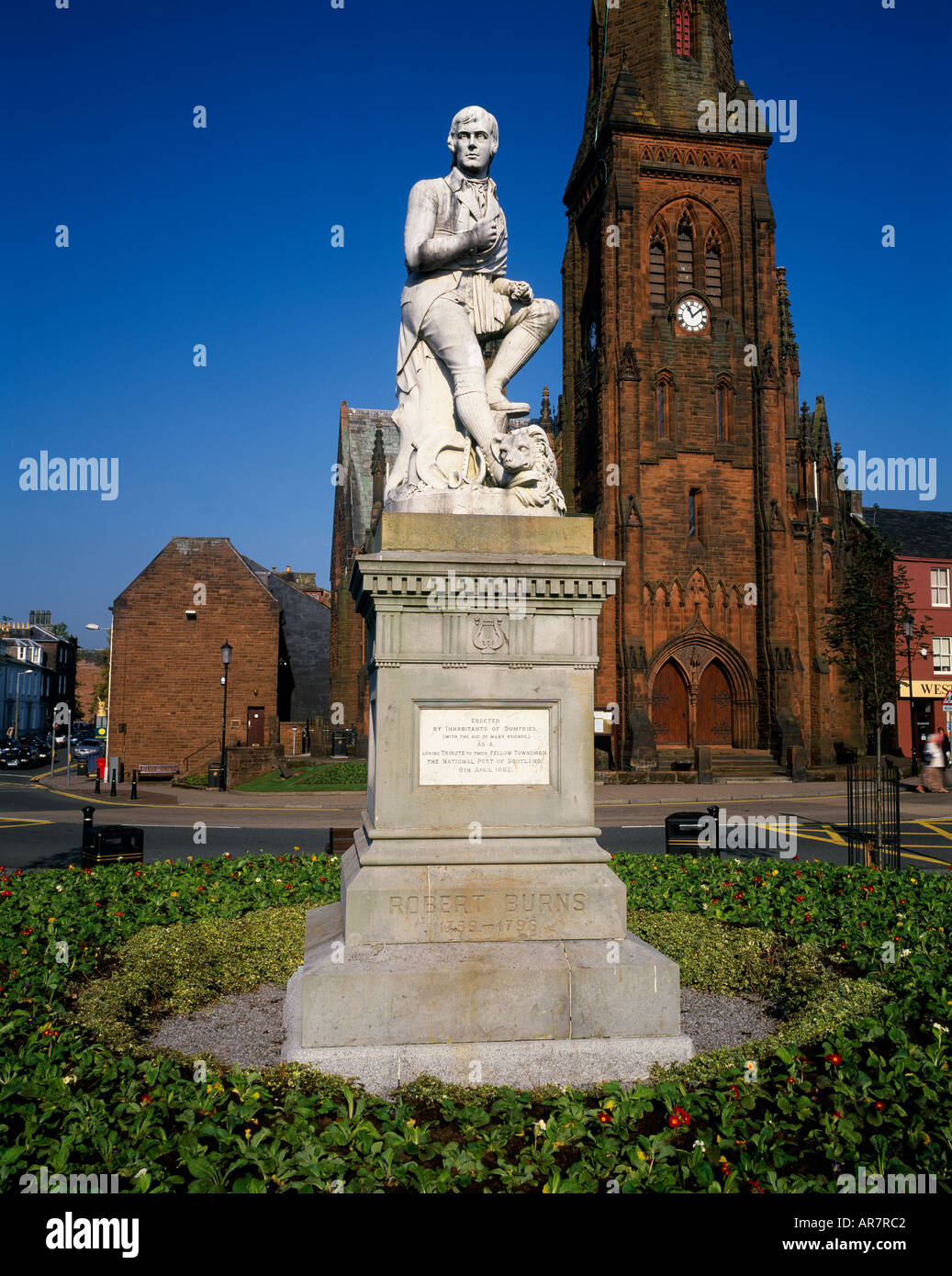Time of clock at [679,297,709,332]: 11:08
